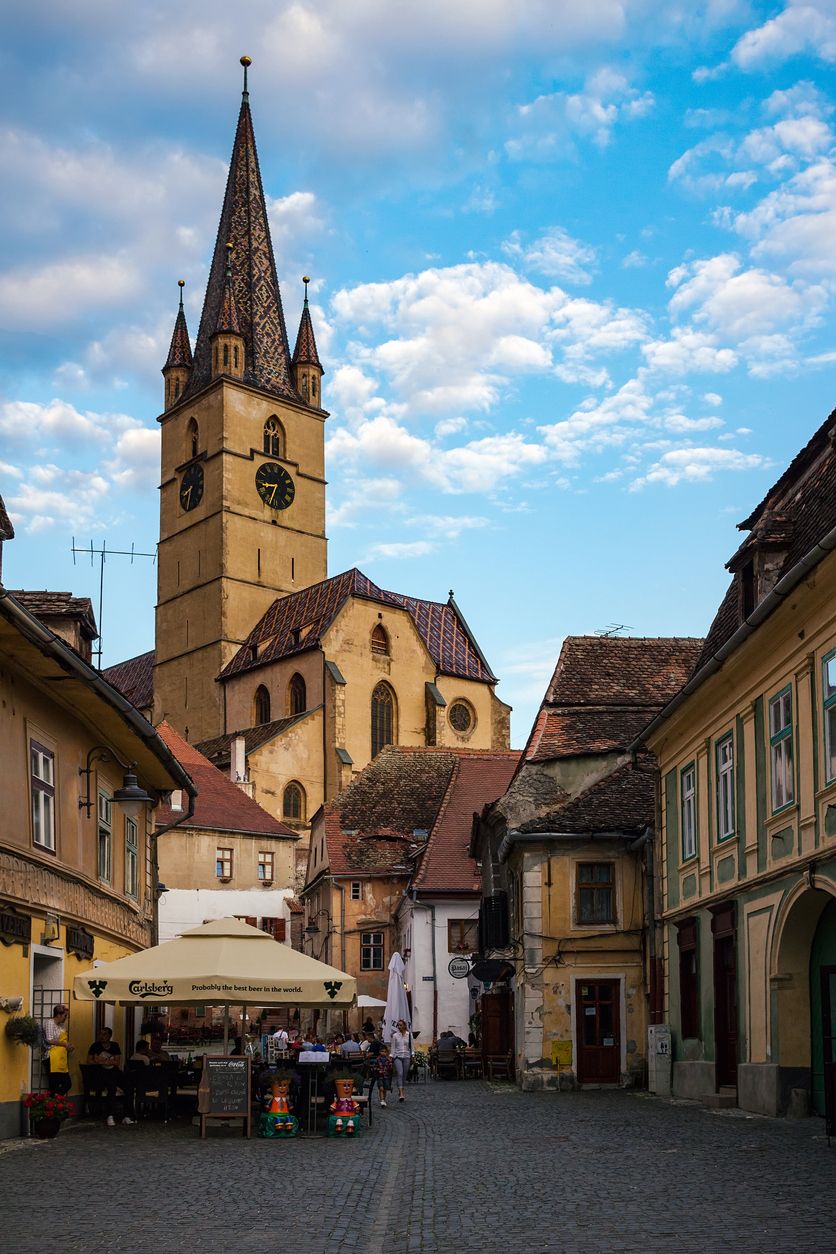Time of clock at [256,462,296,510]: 8:33
